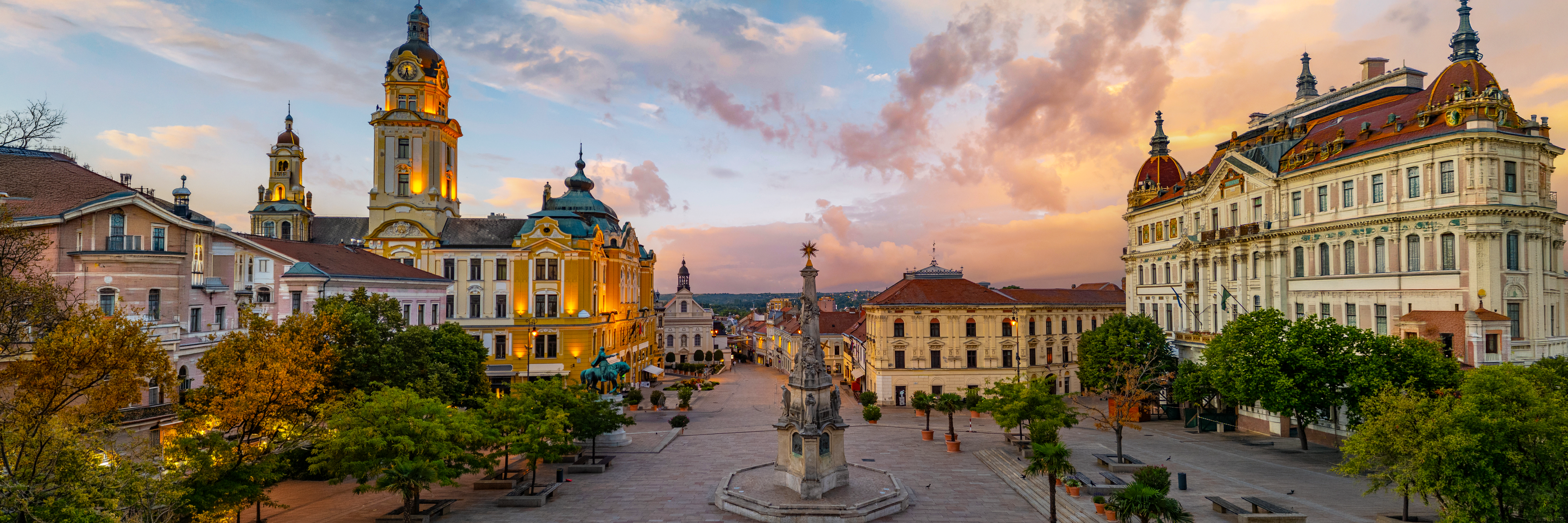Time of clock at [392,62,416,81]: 5:33
